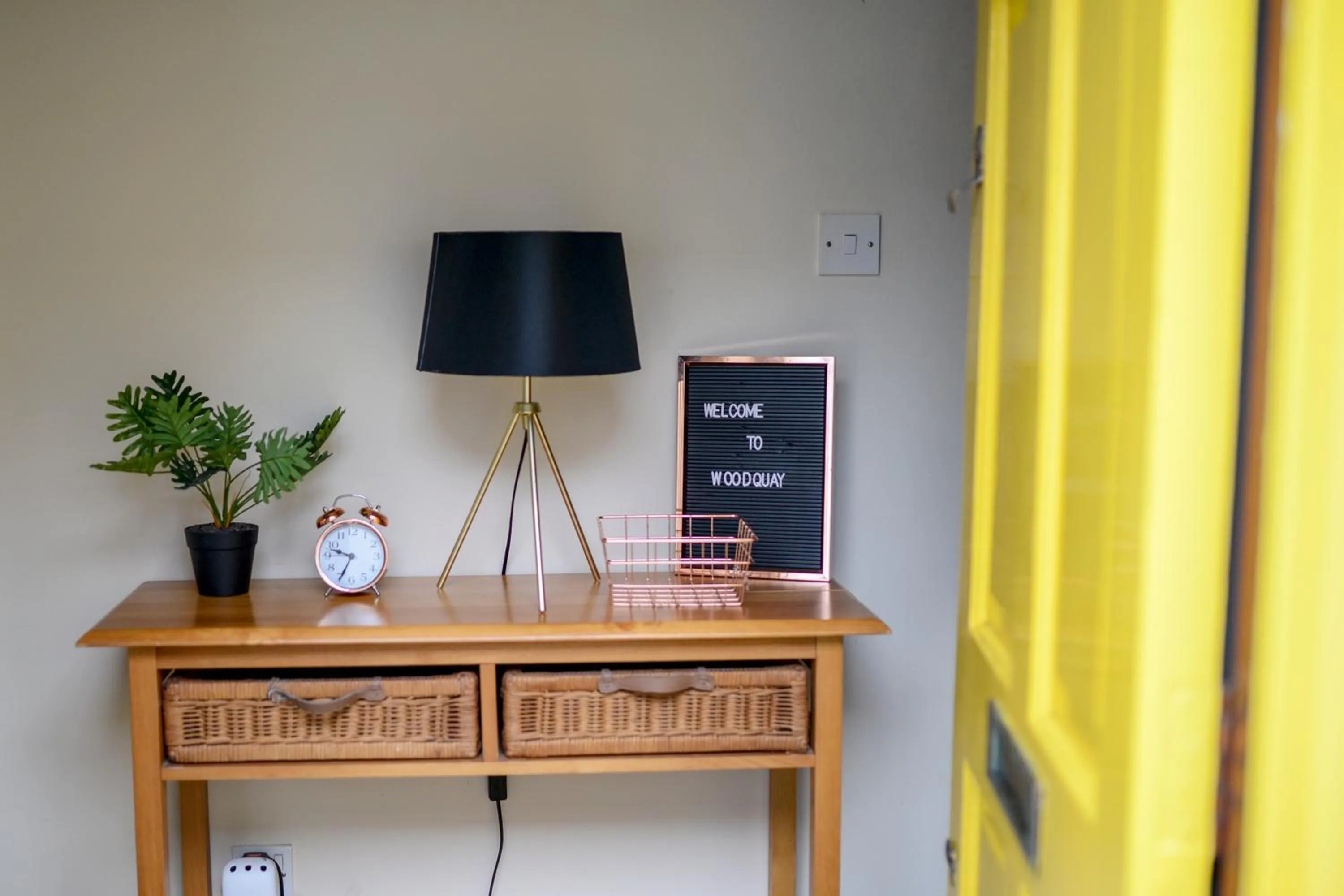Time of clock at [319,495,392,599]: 9:34
